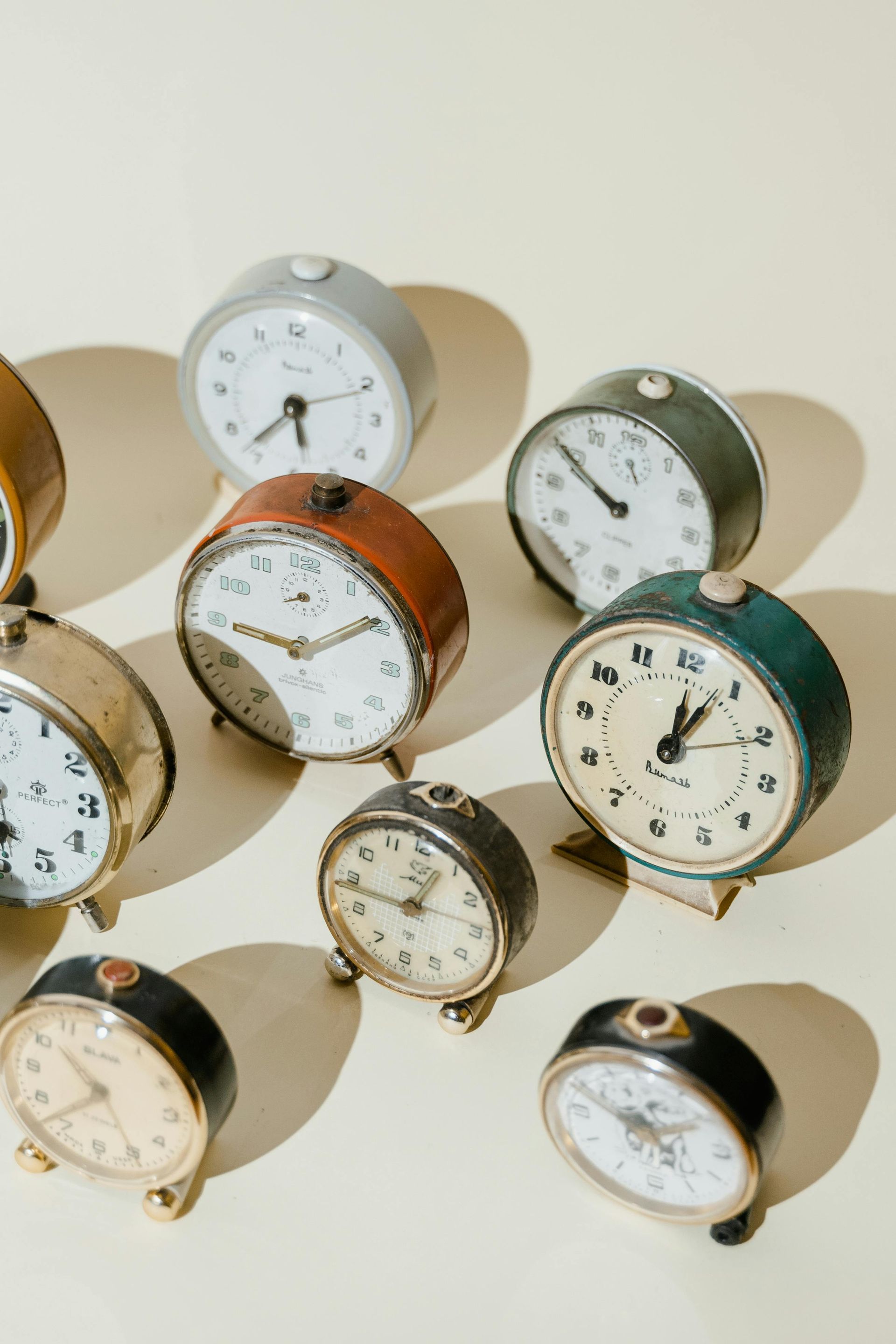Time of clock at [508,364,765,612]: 9:50
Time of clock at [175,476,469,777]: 9:09
